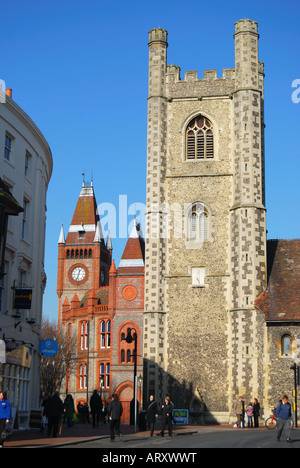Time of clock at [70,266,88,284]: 12:33
